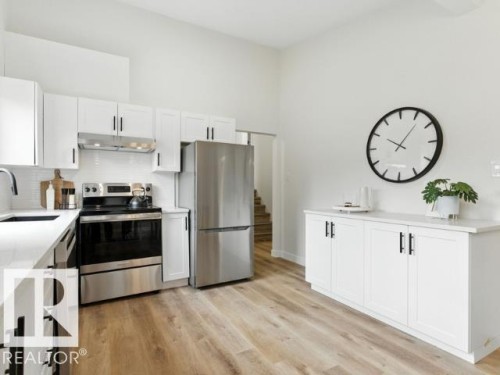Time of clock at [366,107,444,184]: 10:06
